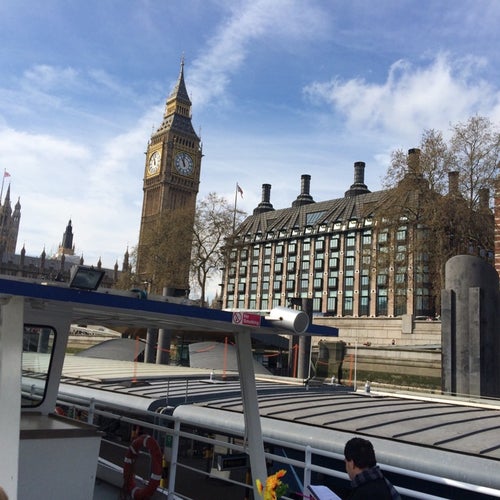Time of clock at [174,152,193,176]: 10:58
